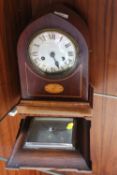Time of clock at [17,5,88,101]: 5:26
